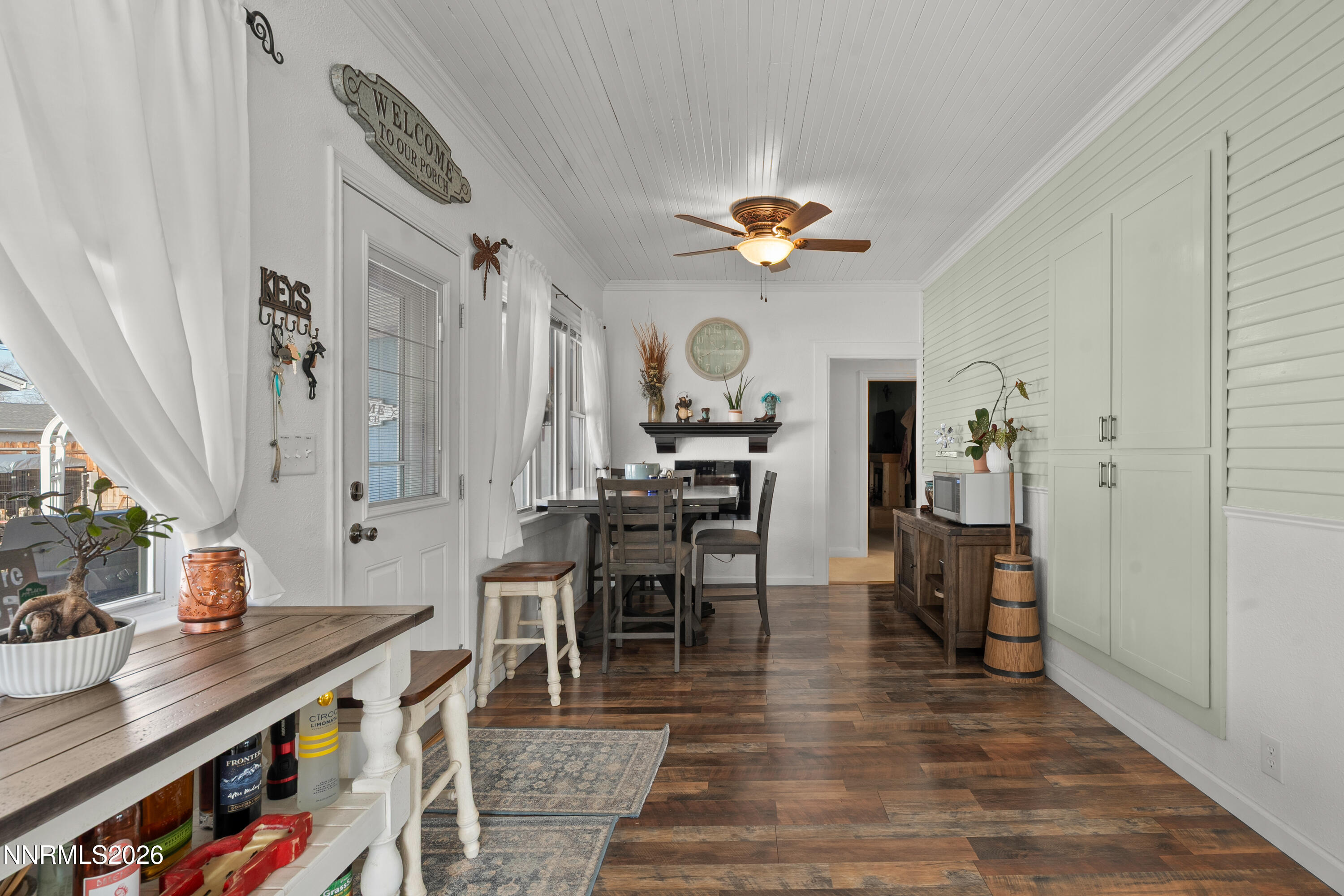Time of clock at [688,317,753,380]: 8:15
